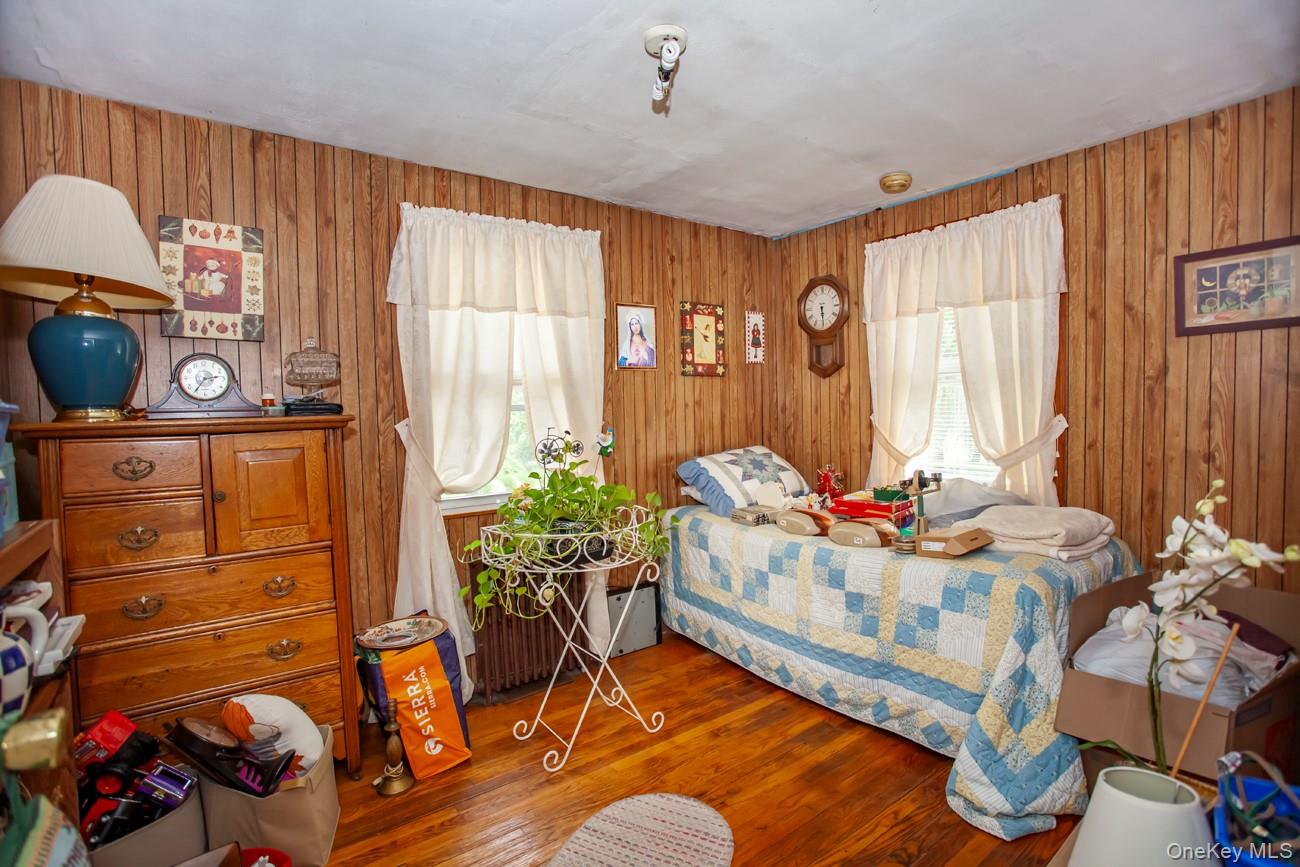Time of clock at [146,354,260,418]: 2:35
